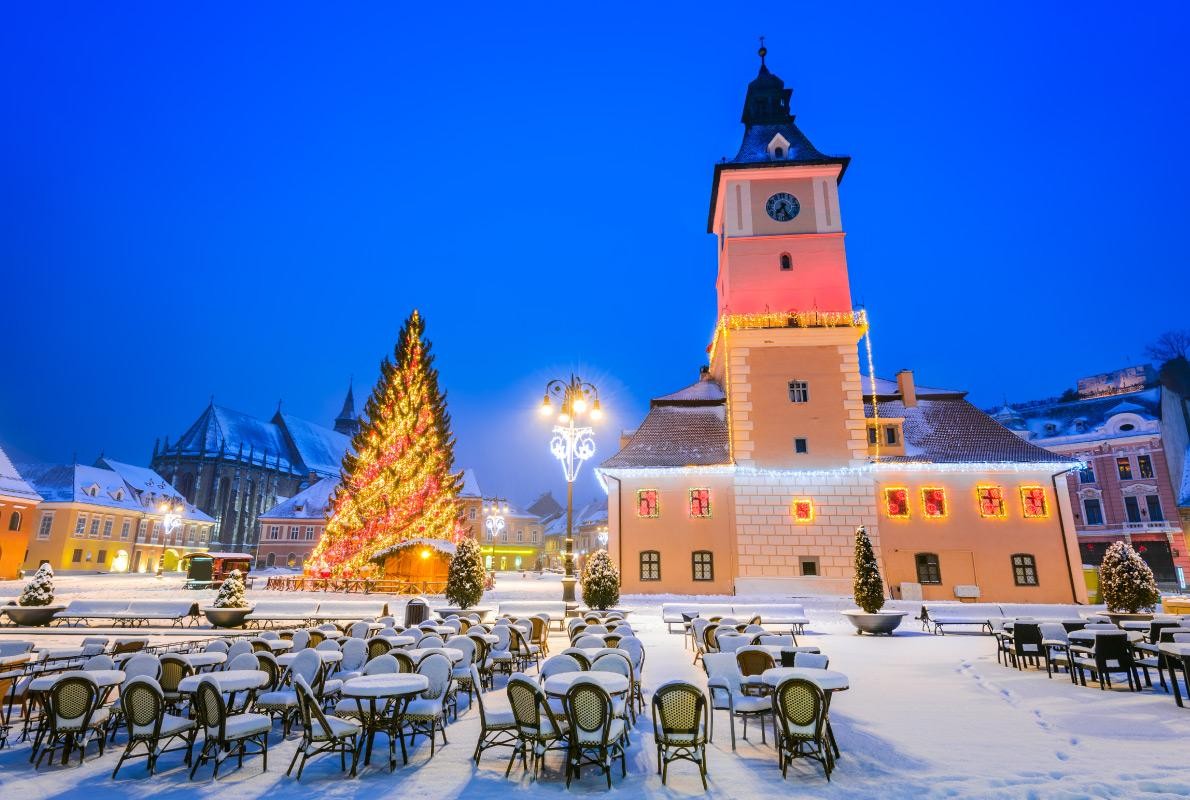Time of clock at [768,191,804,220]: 7:25
